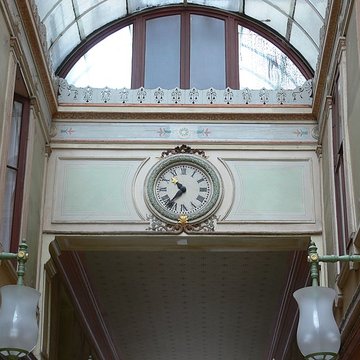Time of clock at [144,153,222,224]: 10:36
